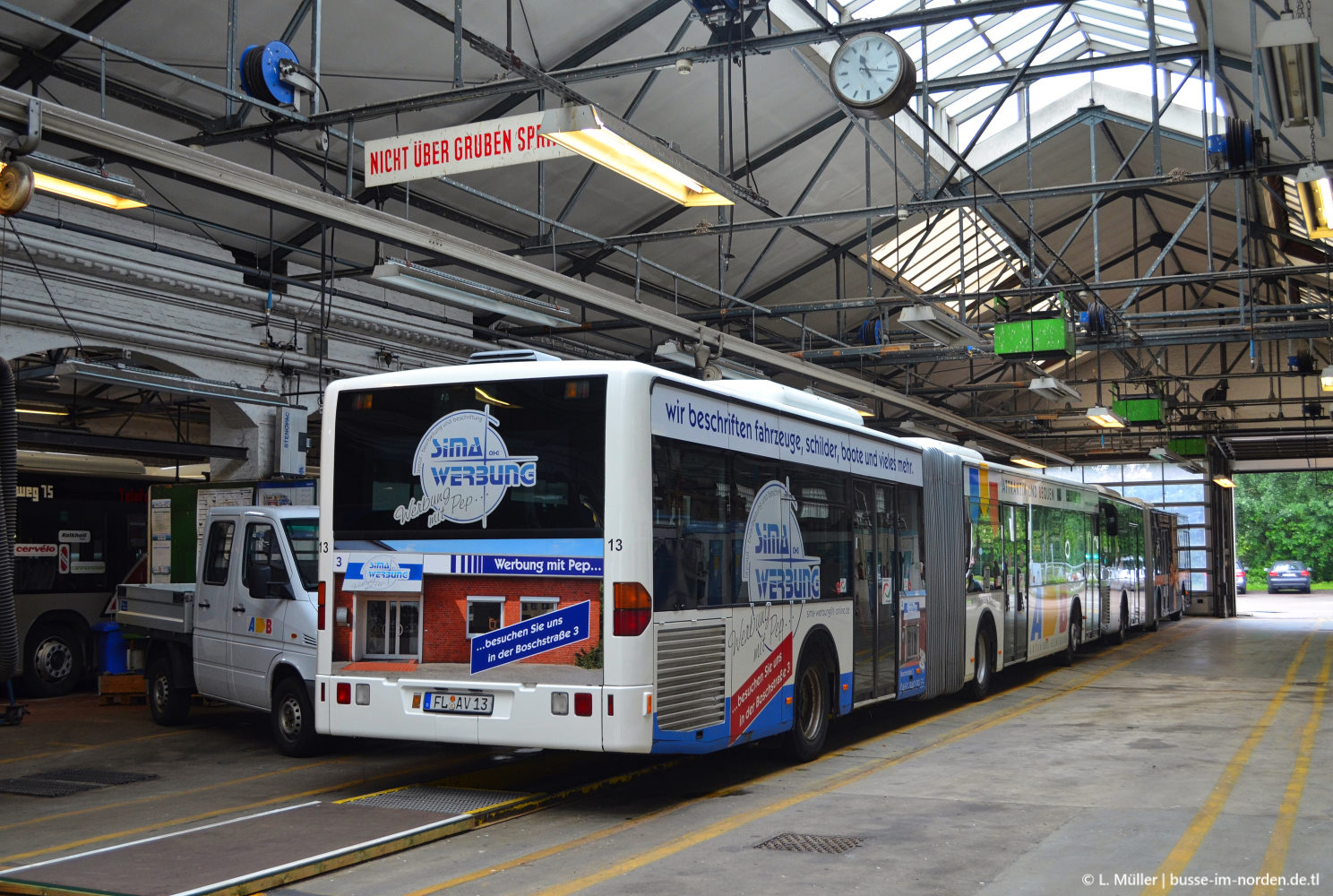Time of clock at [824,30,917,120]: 11:16
